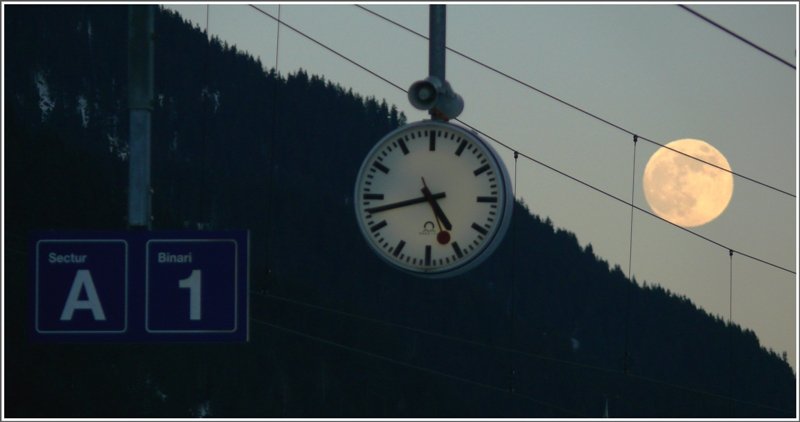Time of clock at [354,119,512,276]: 4:42
